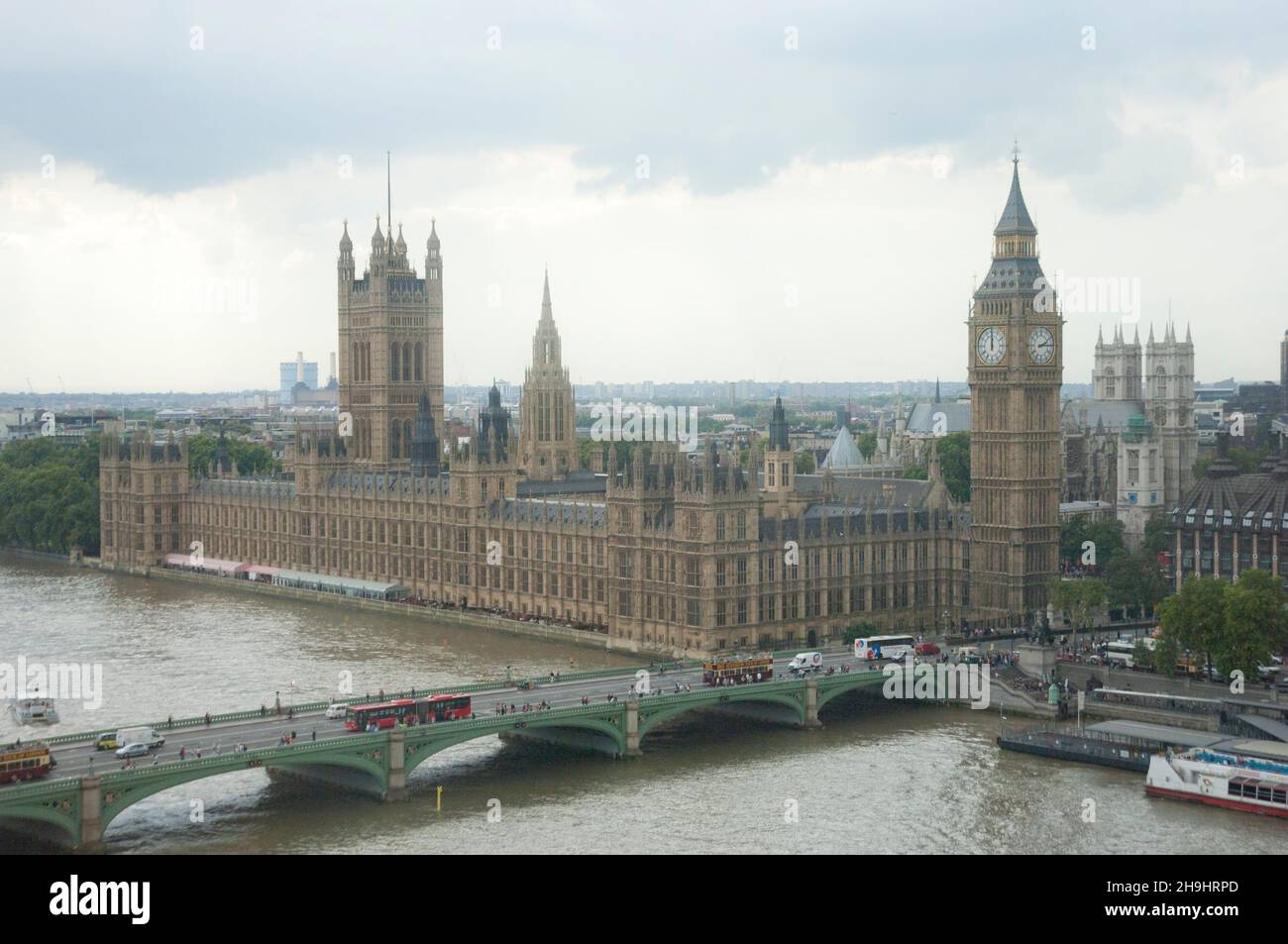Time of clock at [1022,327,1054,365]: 2:14
